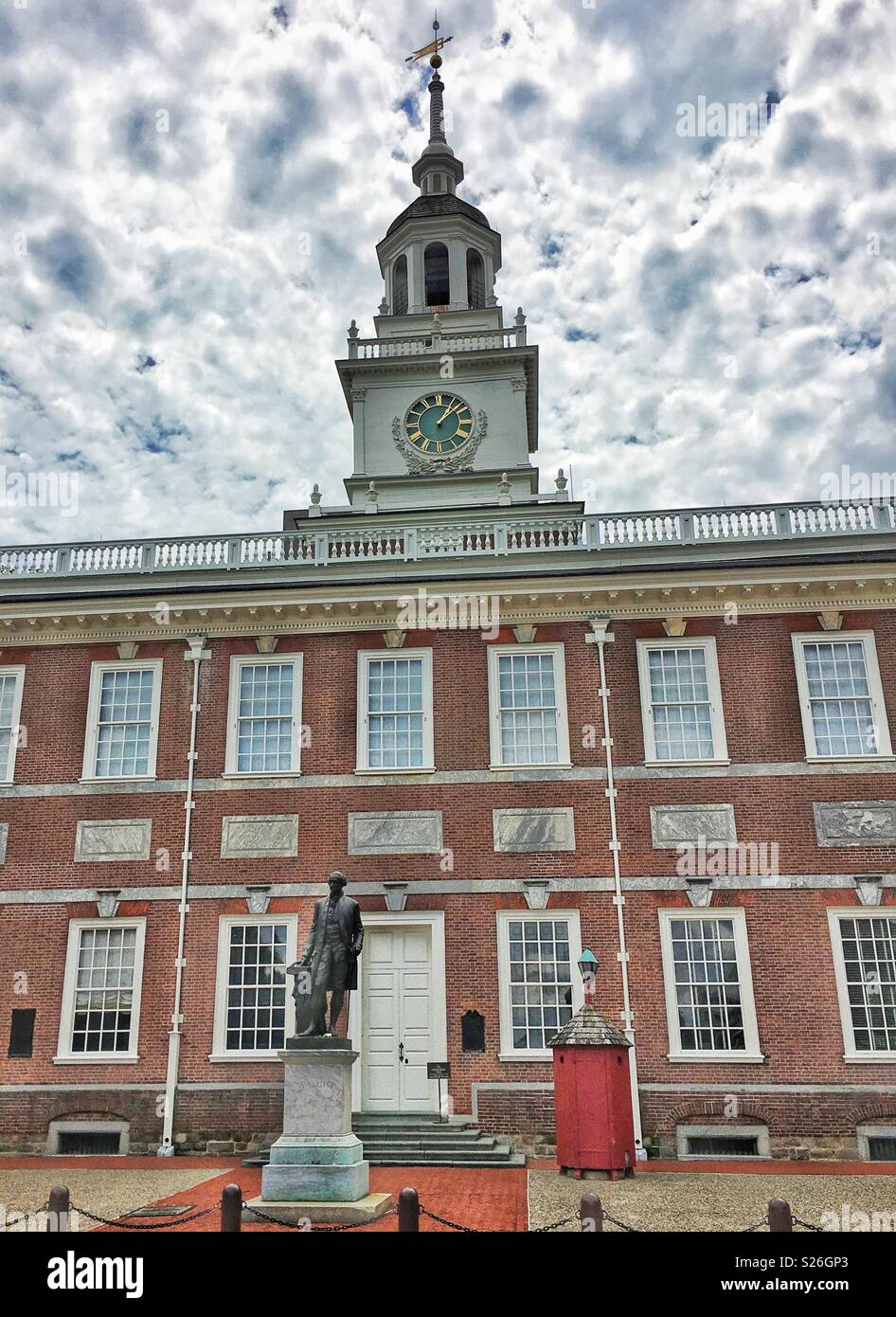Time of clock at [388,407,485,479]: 1:08
